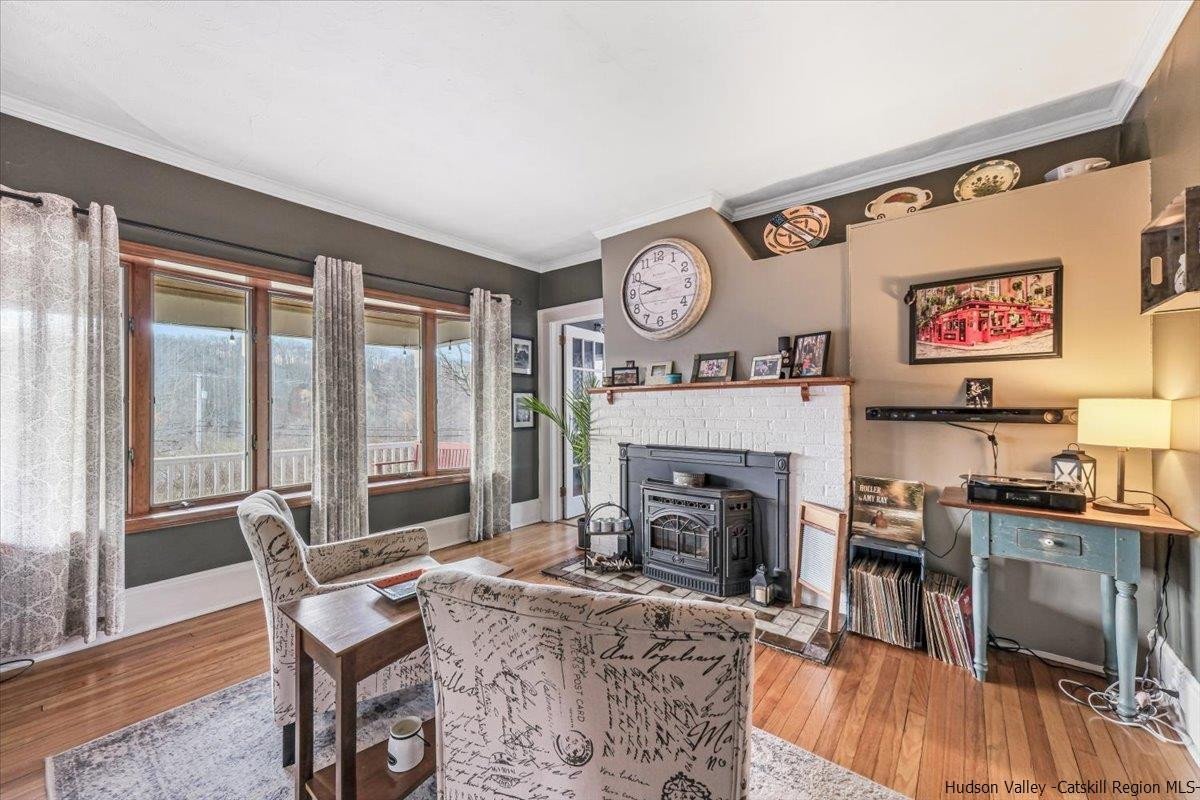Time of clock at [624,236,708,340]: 8:49
